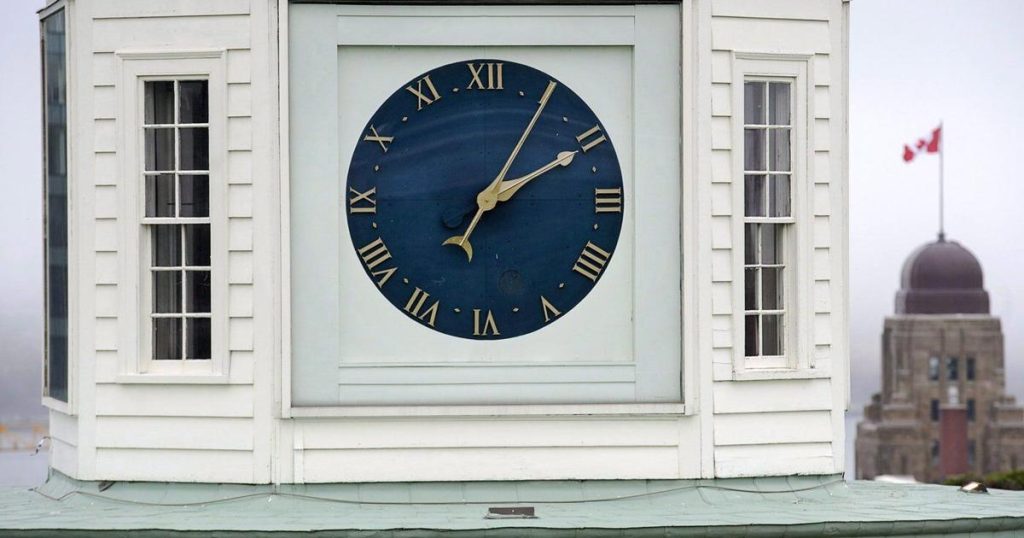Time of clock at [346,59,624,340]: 2:05
